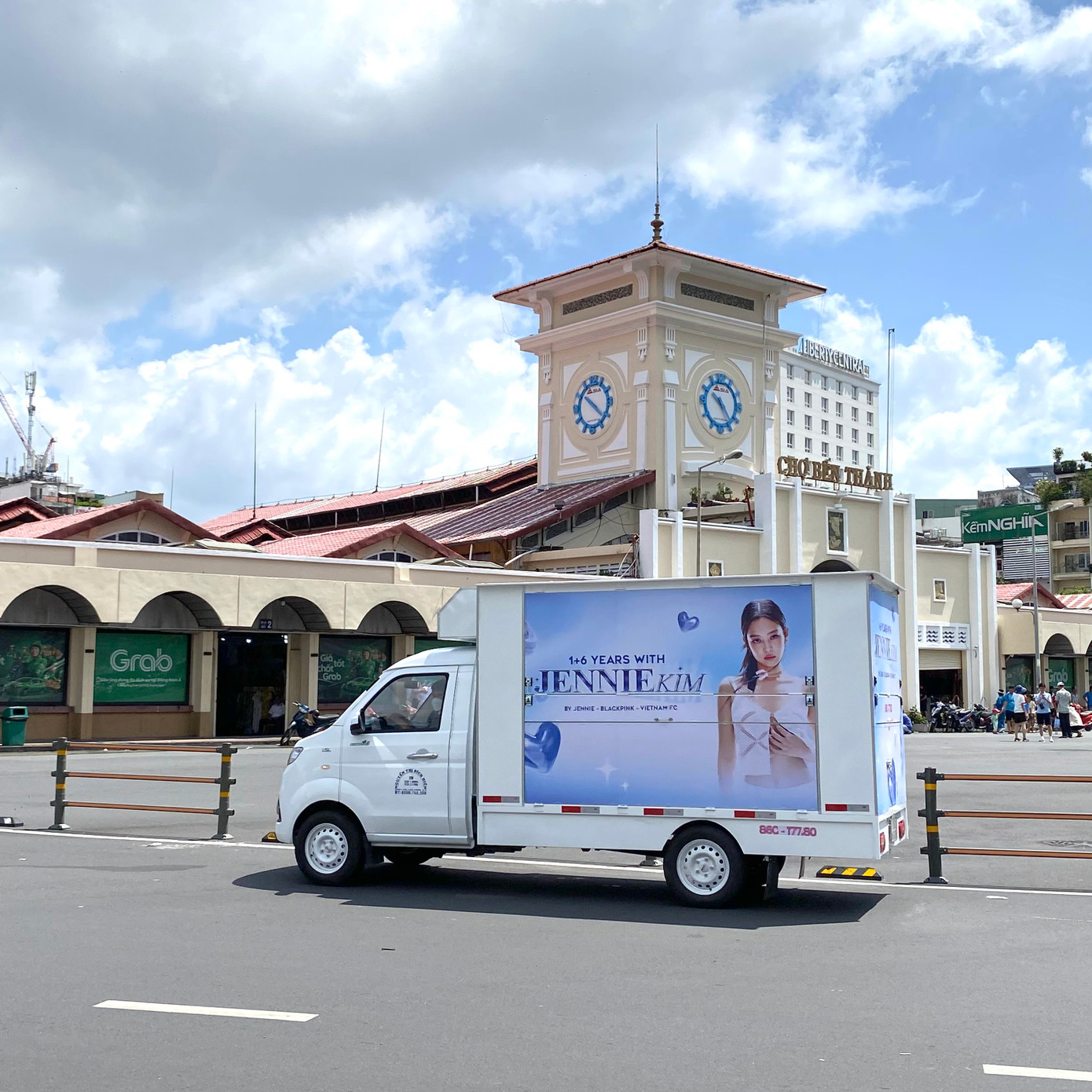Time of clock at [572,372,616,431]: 4:21
